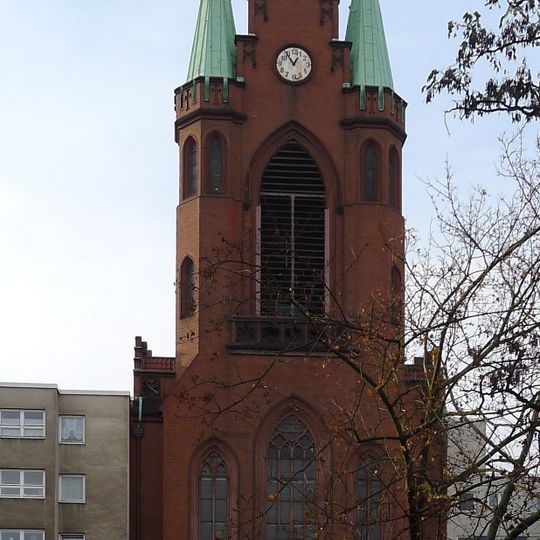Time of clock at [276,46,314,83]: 12:54
